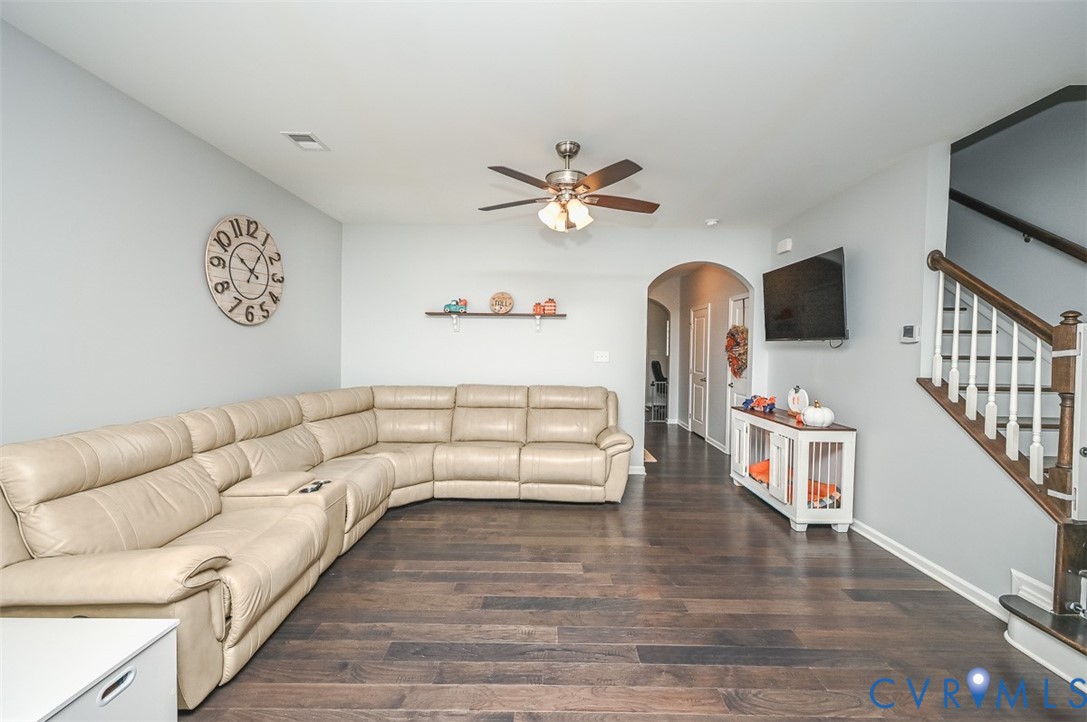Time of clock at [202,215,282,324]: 10:05
